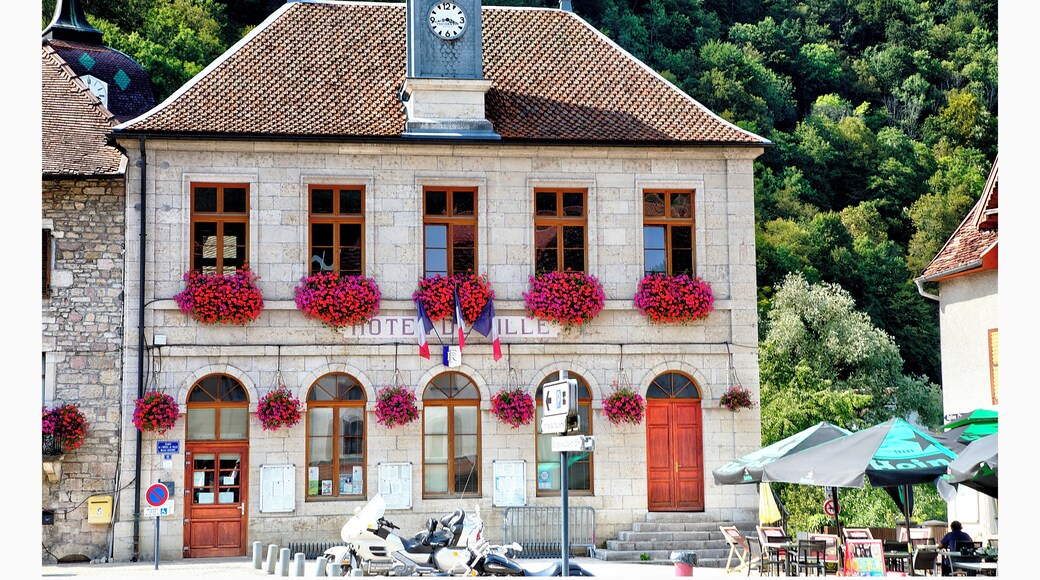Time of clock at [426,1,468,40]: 3:43
